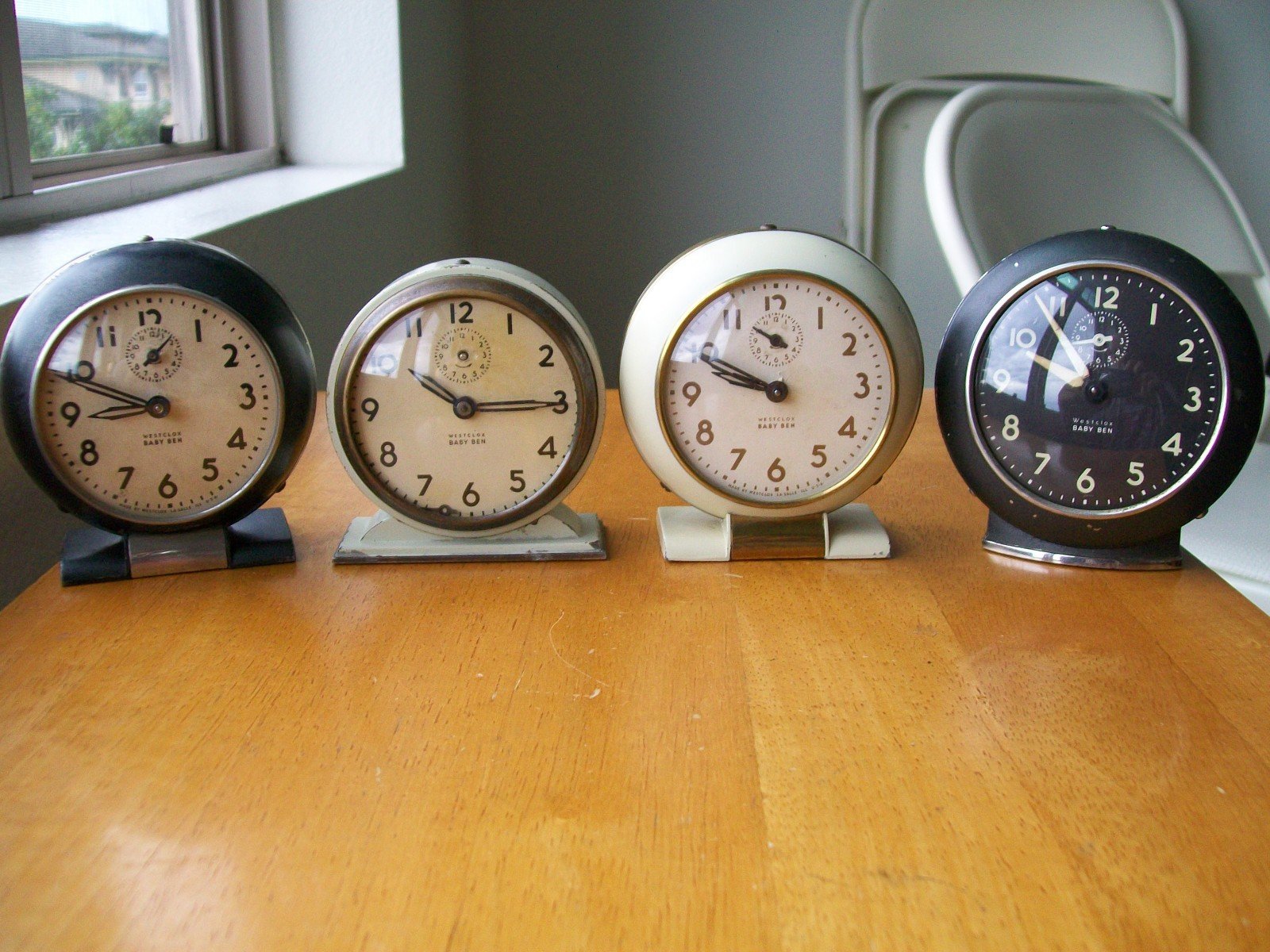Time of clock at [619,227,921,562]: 9:49
